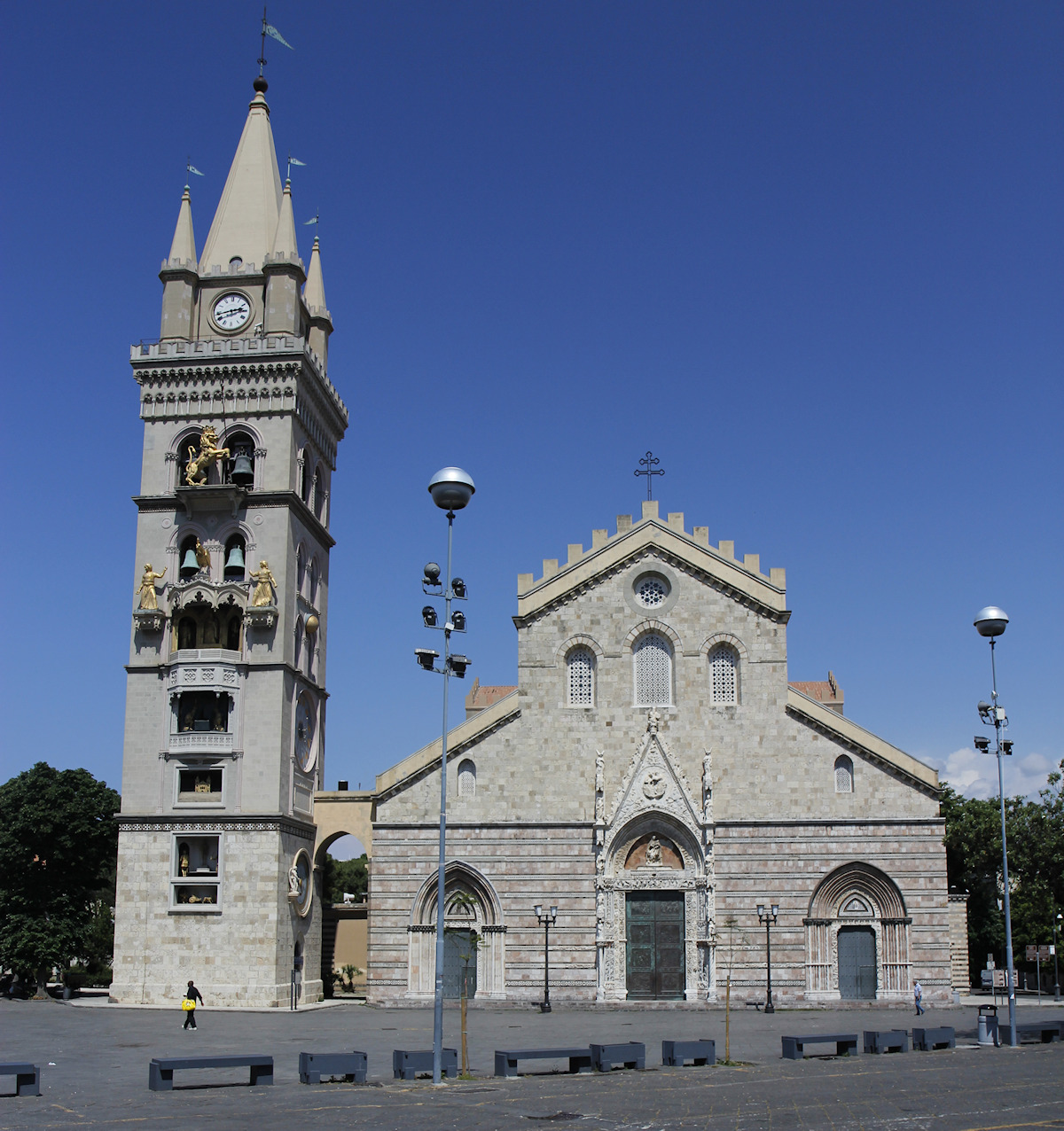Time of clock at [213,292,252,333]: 2:43
